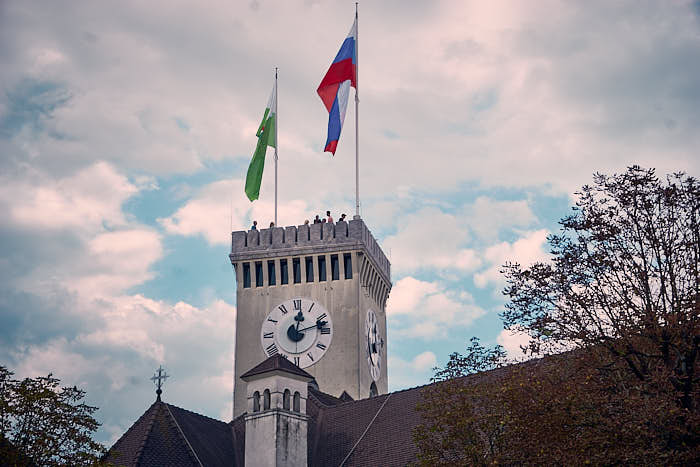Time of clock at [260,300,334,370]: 12:12
